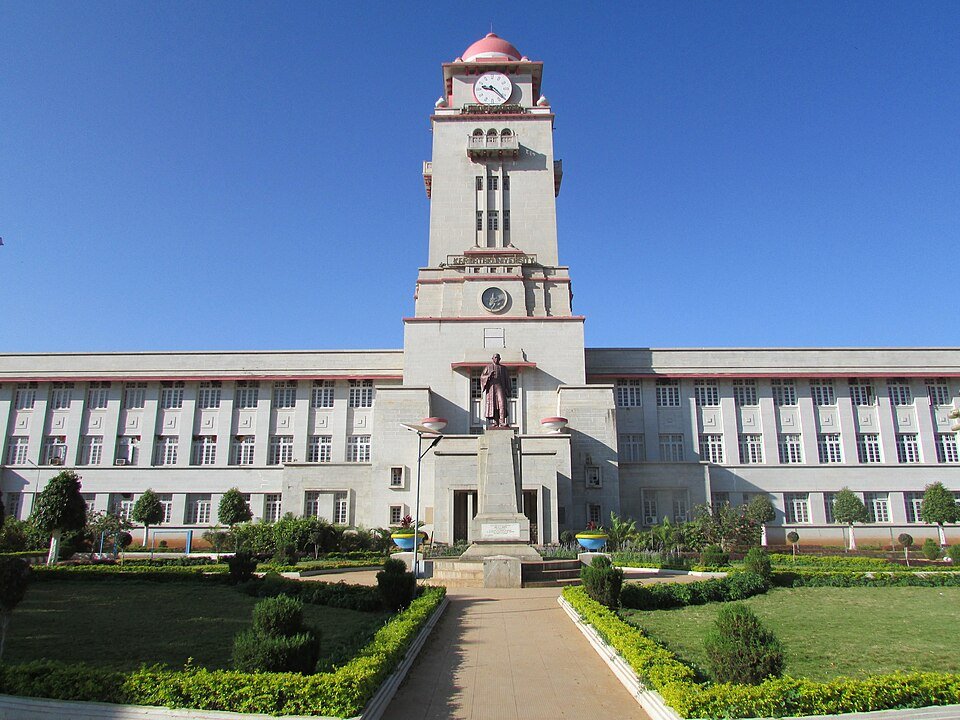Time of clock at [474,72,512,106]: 9:22
